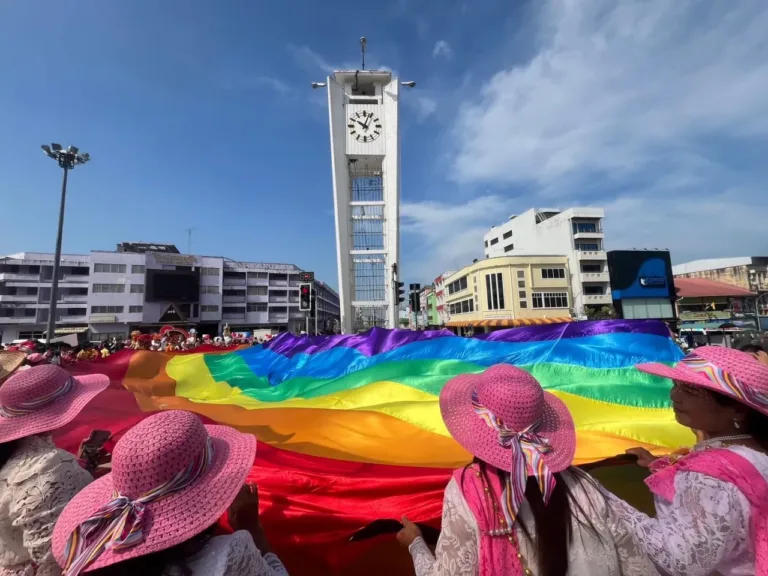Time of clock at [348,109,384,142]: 10:03
